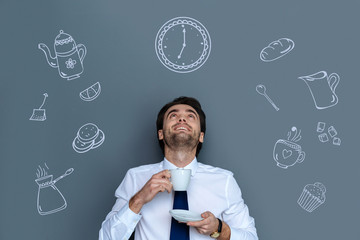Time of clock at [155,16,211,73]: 7:00
